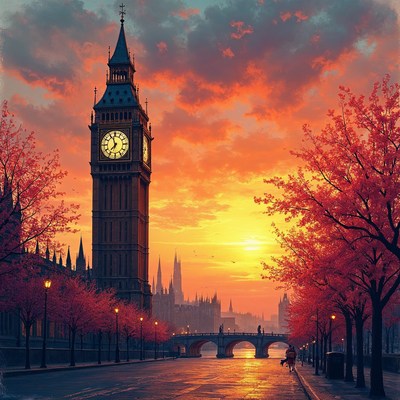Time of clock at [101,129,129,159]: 6:56
